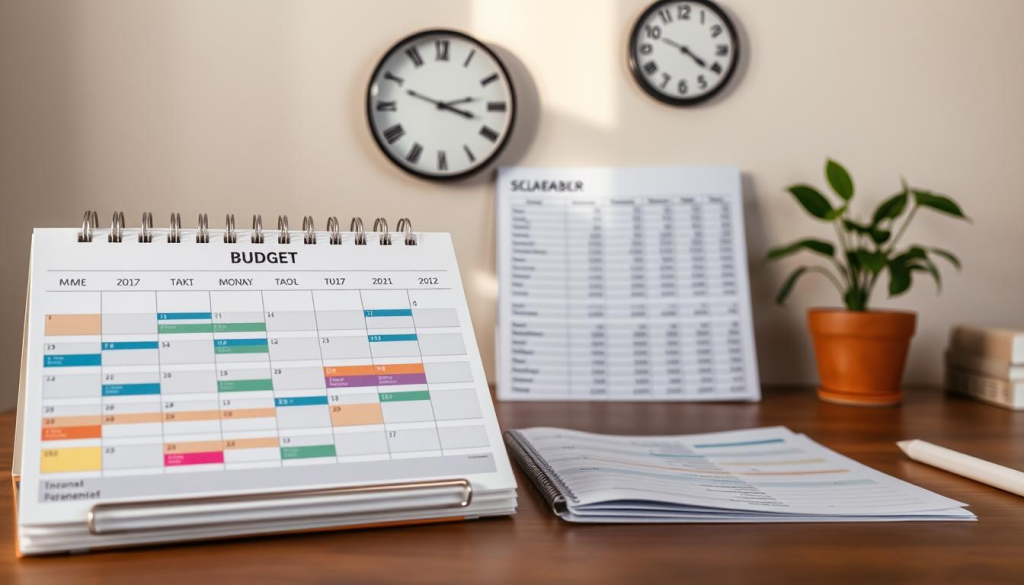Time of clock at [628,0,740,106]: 4:20
